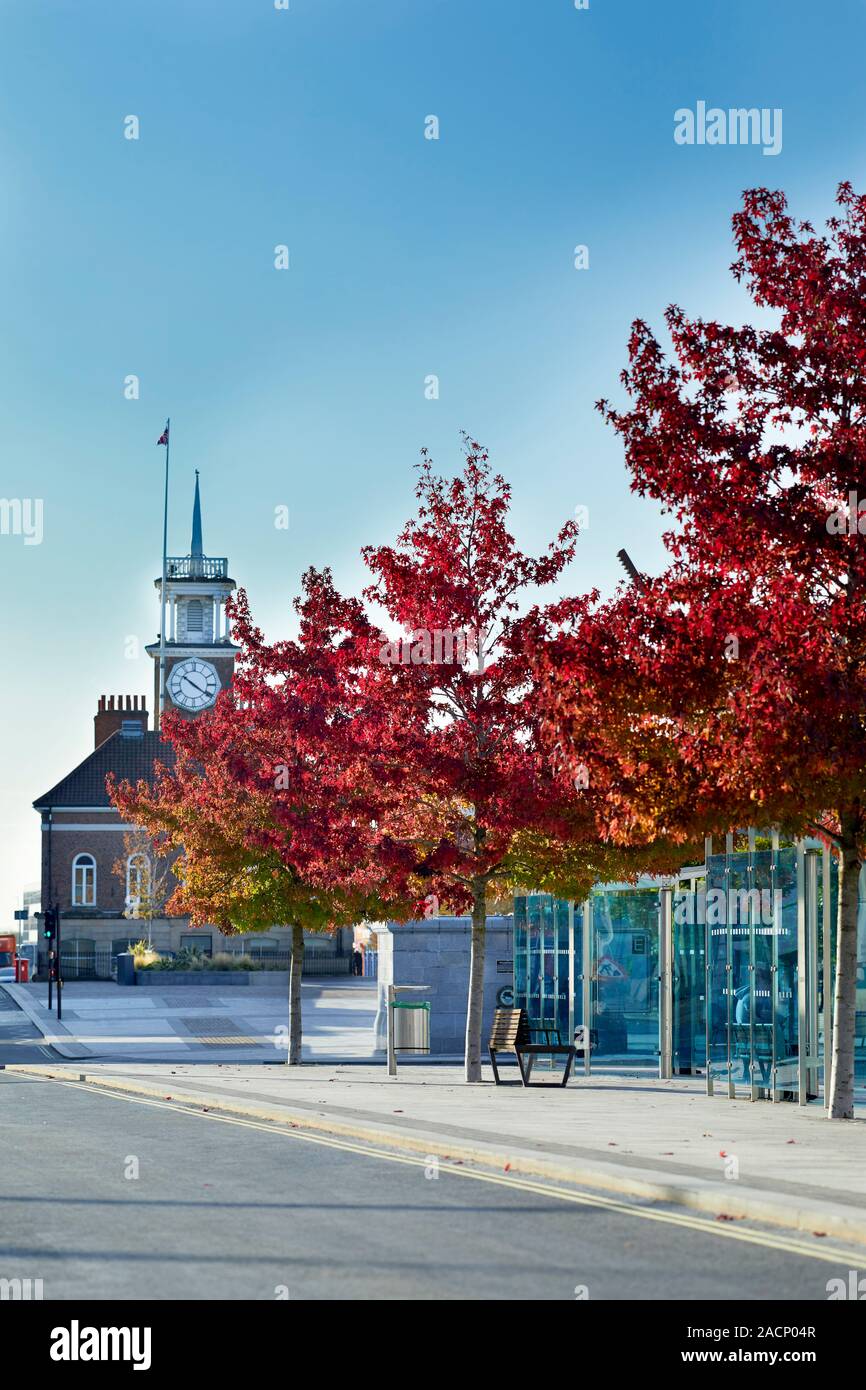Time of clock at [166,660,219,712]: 10:20
